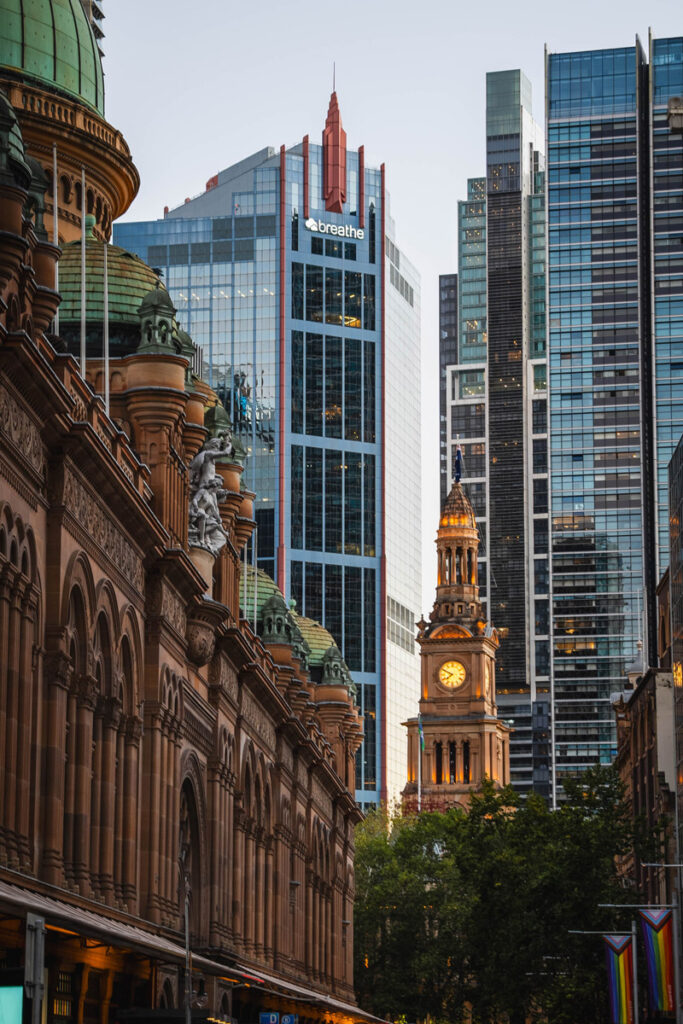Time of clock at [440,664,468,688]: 7:49
